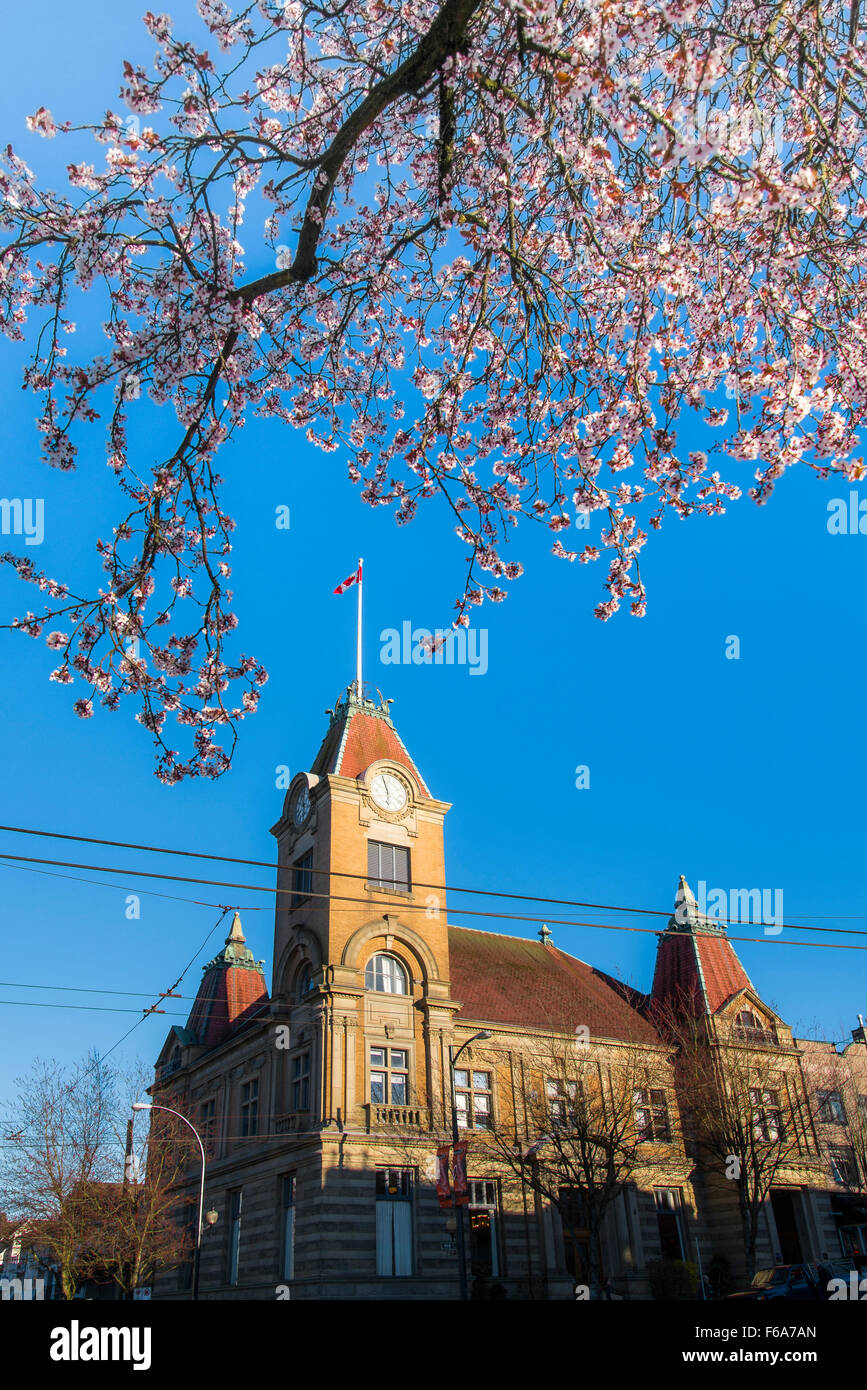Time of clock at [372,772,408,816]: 5:57
